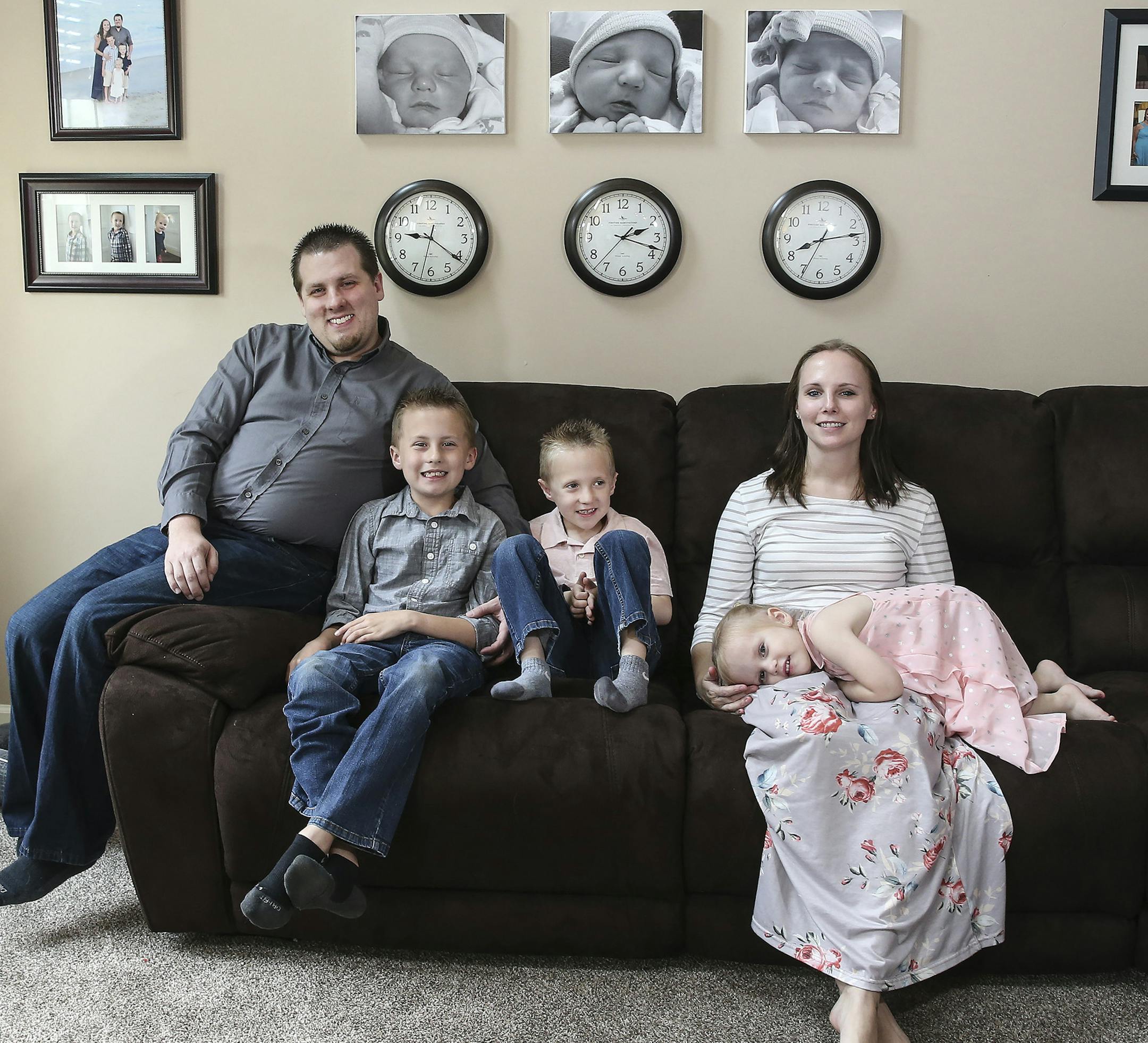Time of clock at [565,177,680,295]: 2:18
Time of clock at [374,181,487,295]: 9:20
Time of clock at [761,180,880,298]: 8:13
